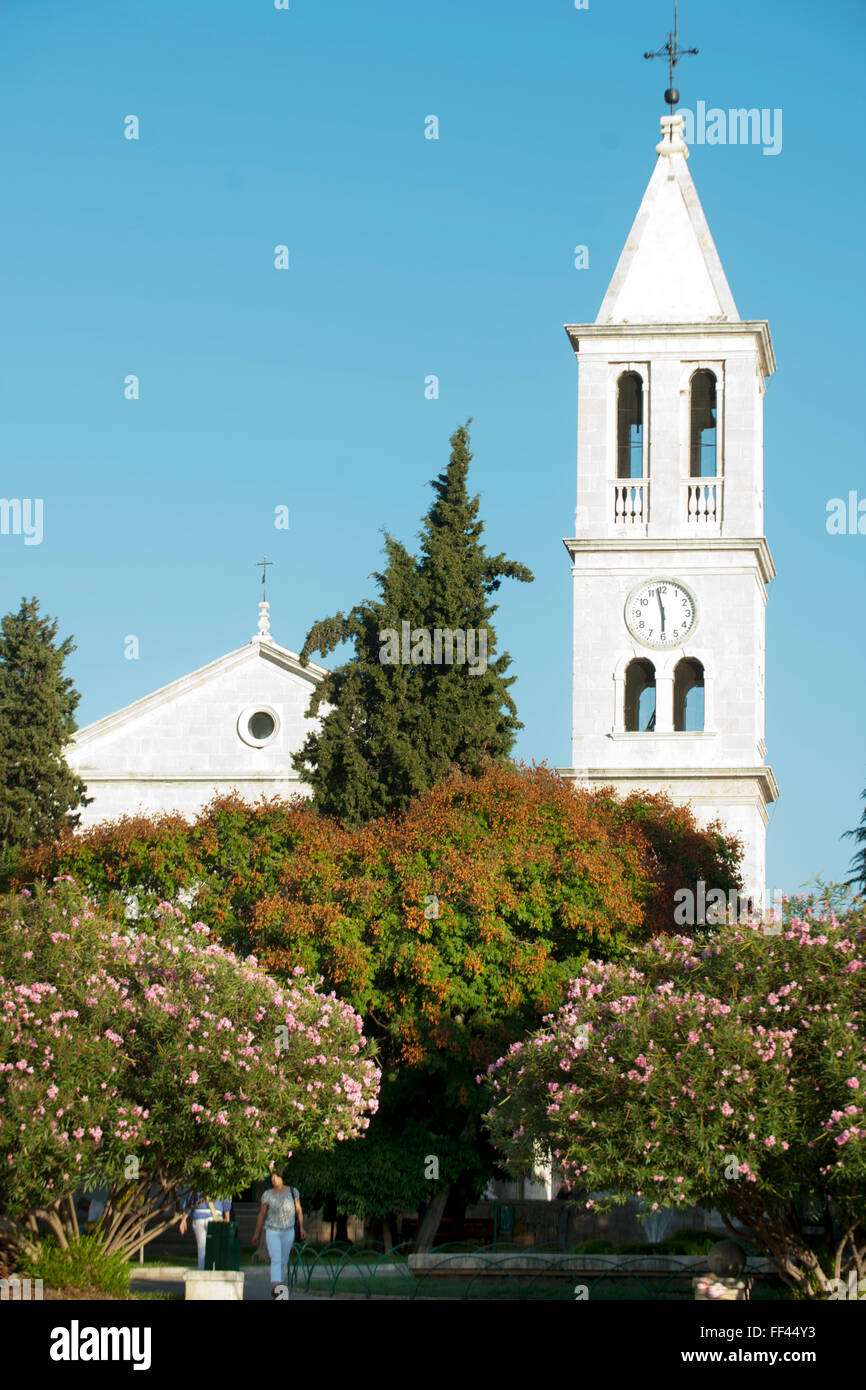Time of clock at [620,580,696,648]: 5:57
